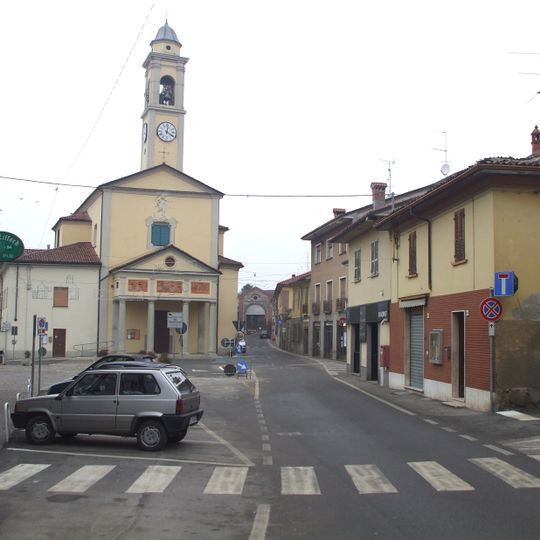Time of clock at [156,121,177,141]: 4:01
